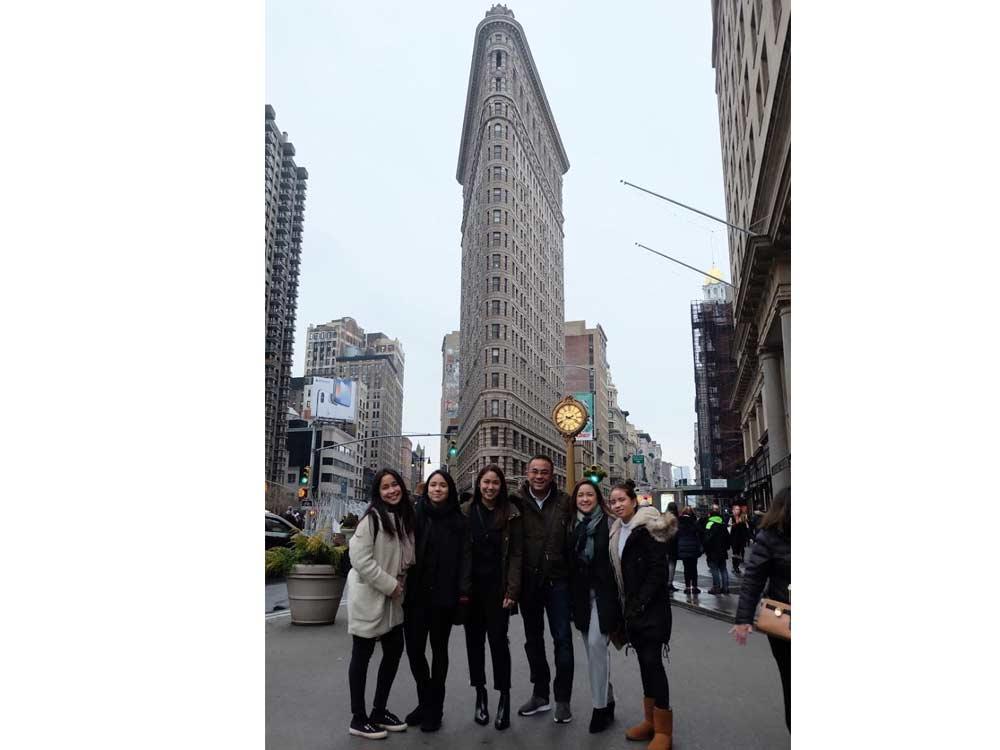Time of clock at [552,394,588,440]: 3:40
